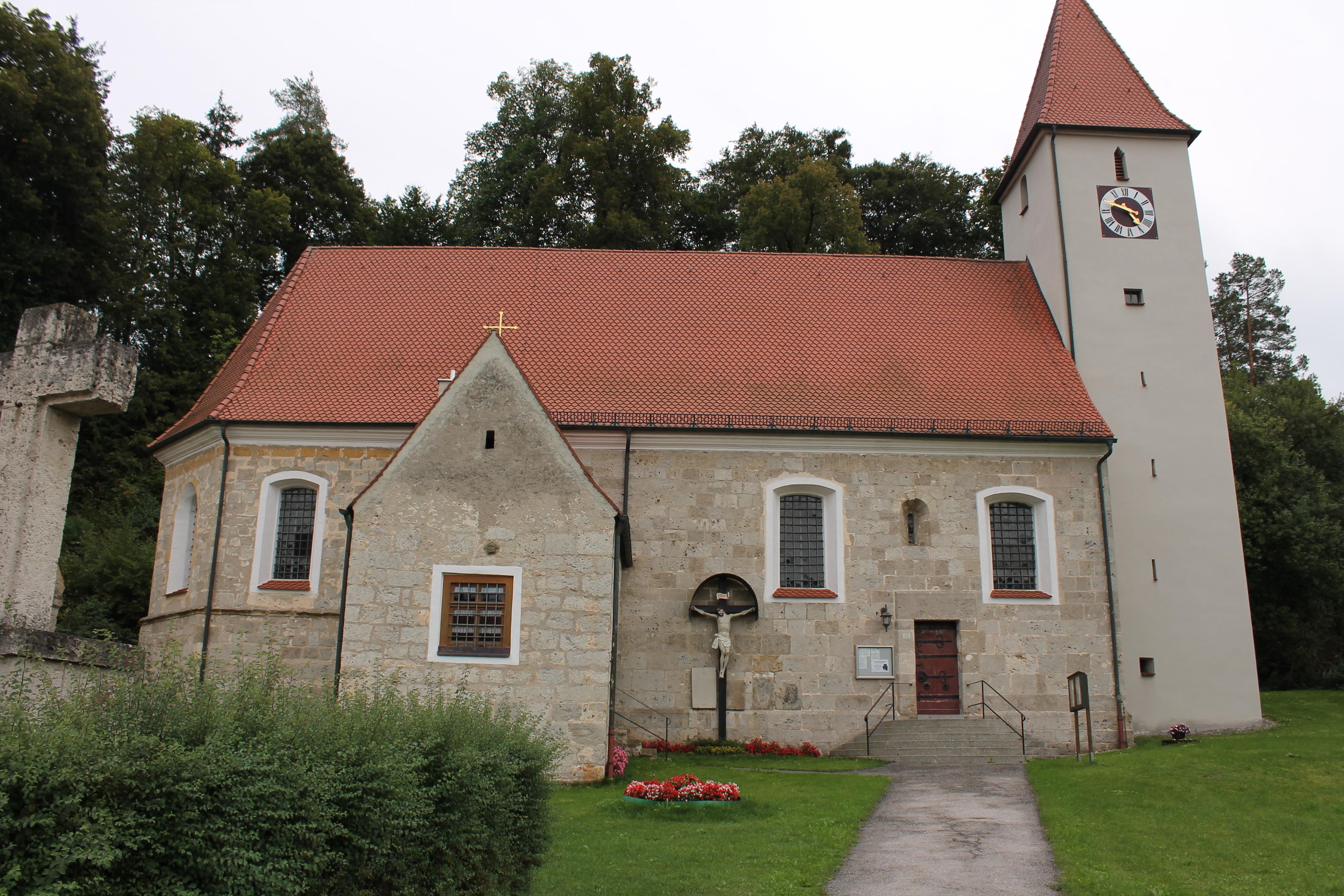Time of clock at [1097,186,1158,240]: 4:49
